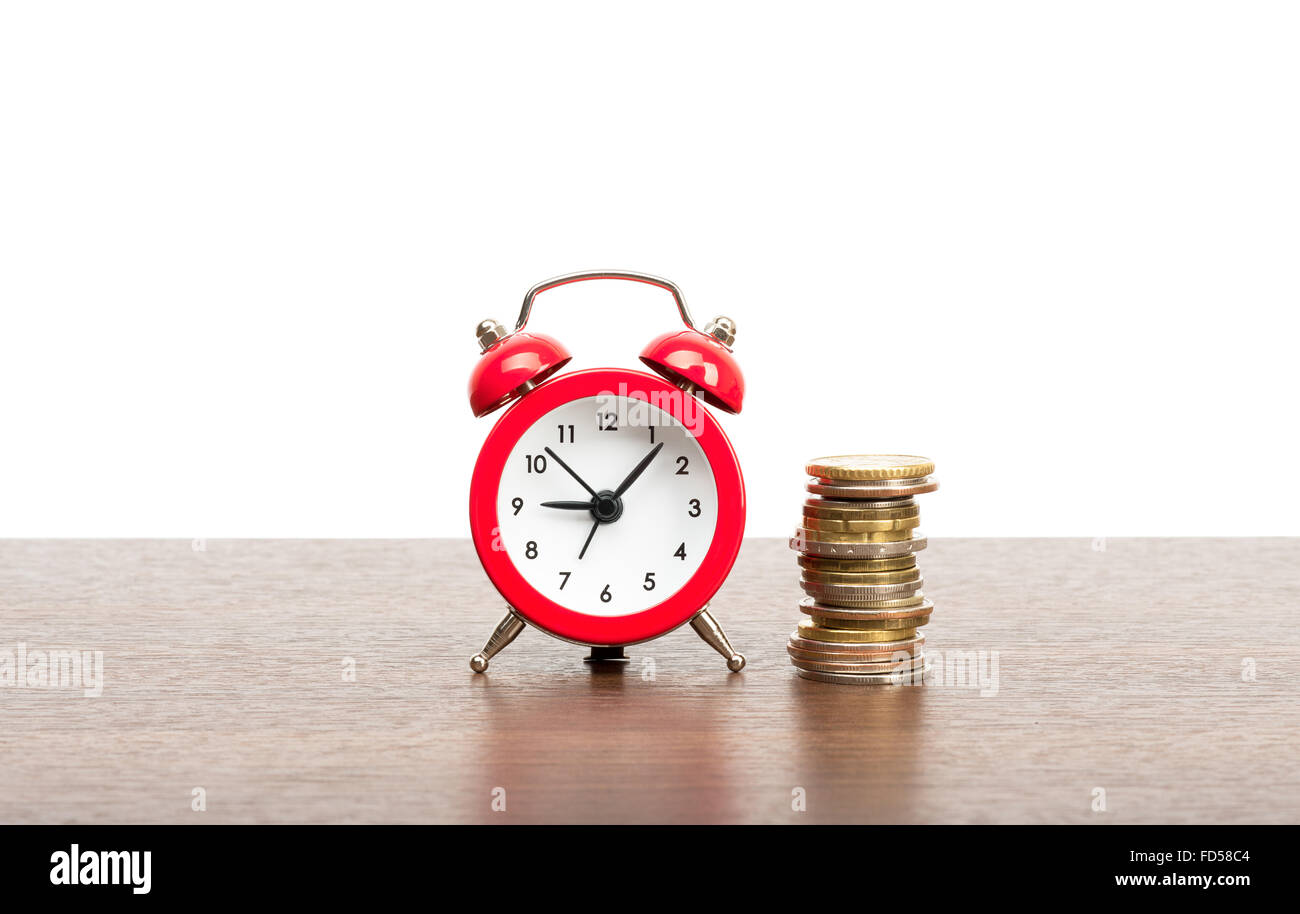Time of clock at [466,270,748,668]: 9:07
